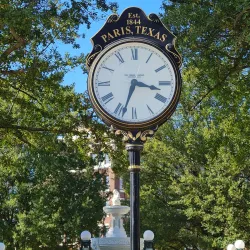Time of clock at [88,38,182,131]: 3:33
